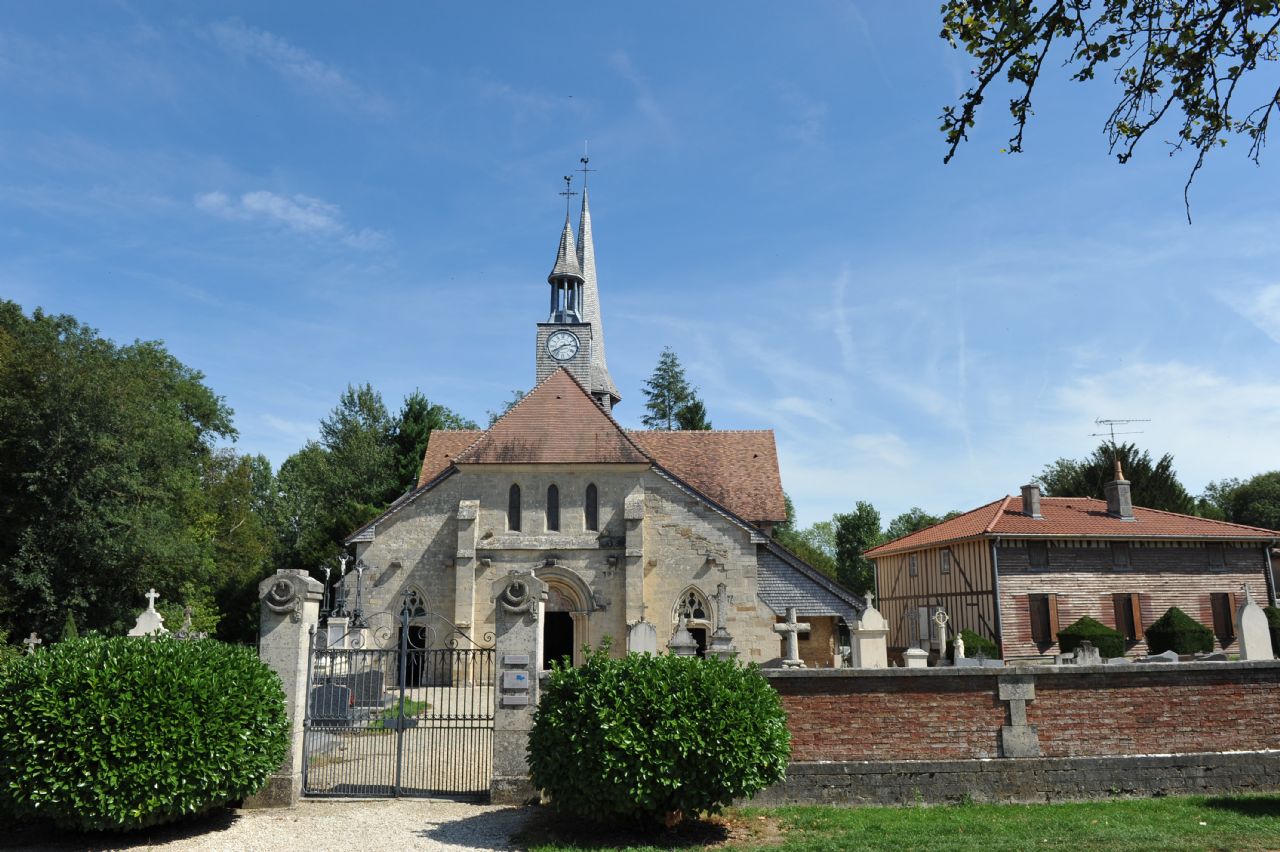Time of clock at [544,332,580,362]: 2:40
